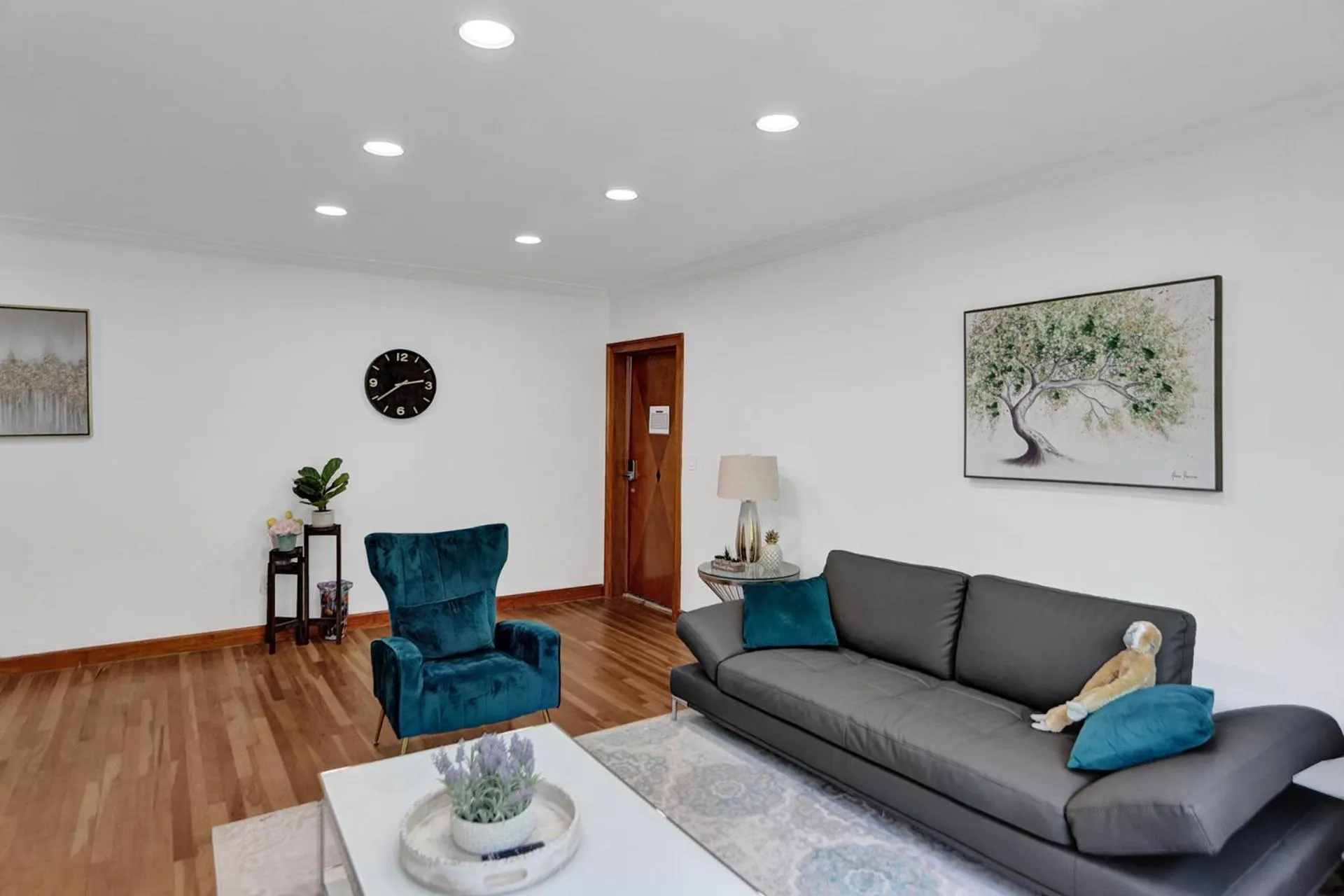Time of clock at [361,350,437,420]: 2:39
